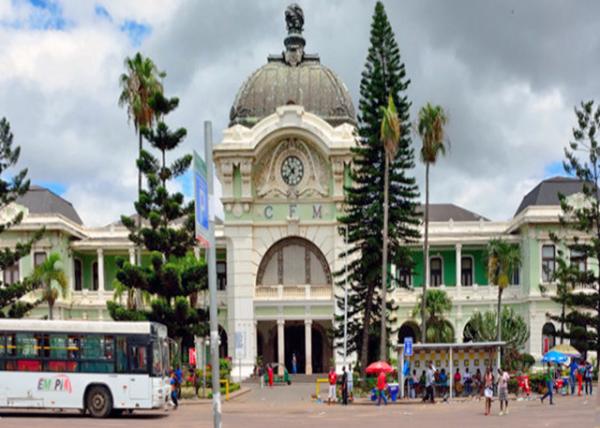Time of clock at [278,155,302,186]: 10:37
